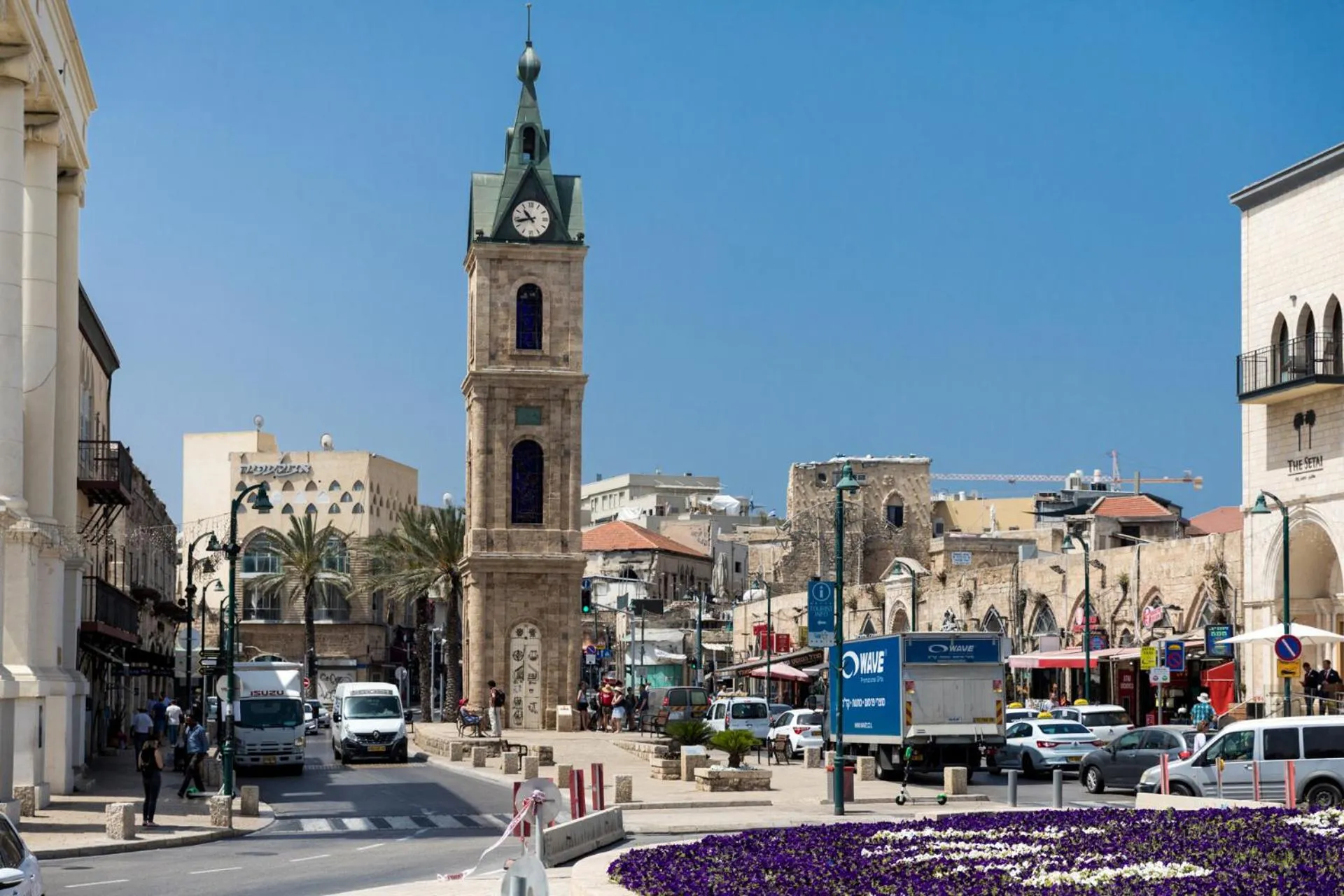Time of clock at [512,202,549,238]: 10:42
